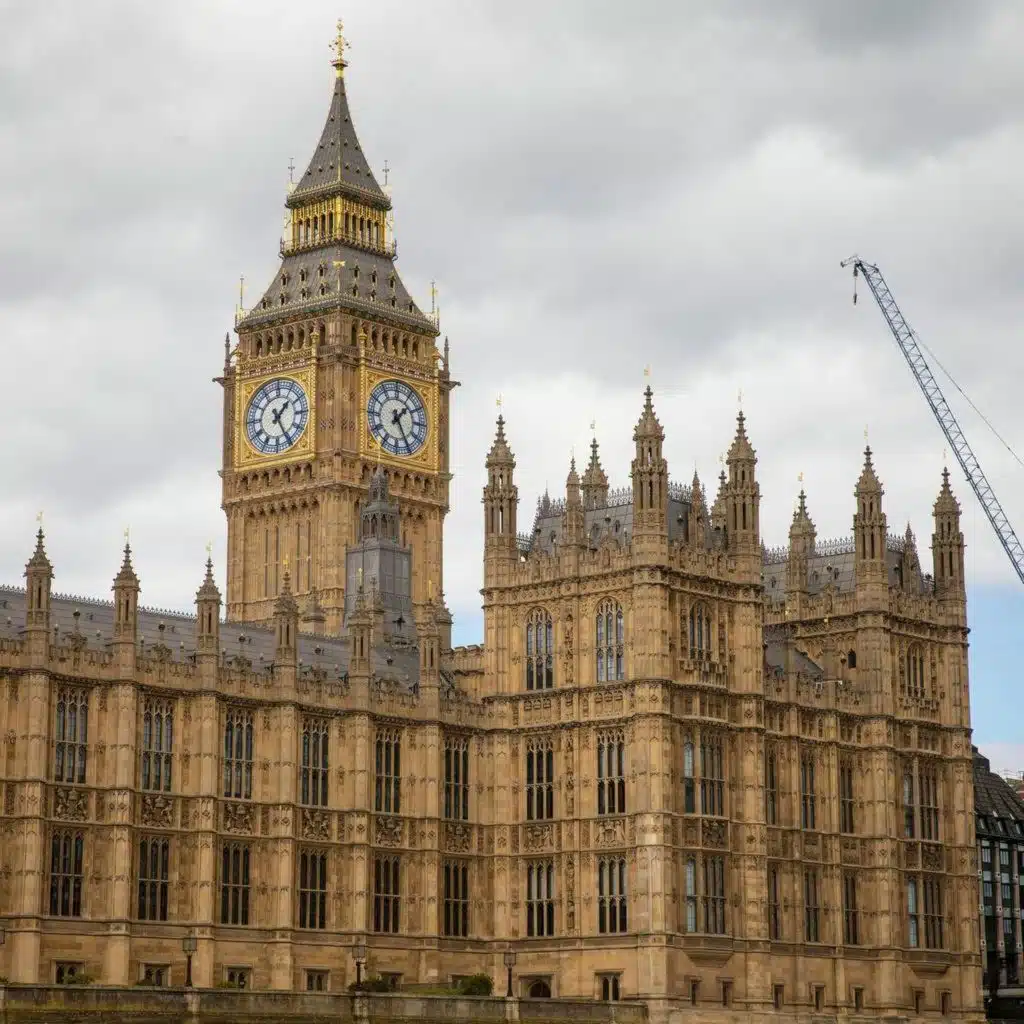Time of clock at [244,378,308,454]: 1:25
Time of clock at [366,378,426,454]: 1:25
